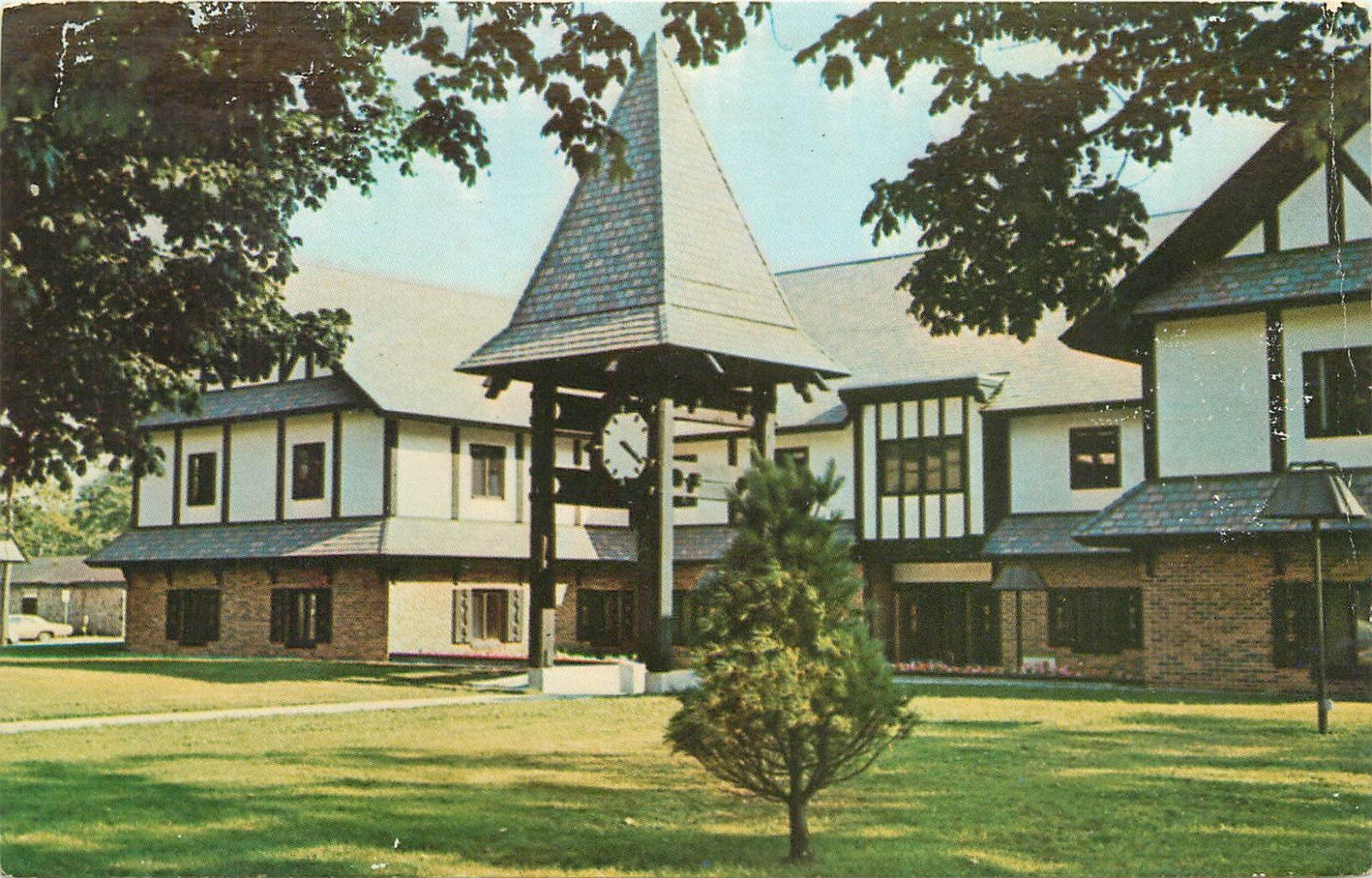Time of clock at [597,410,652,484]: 4:21
